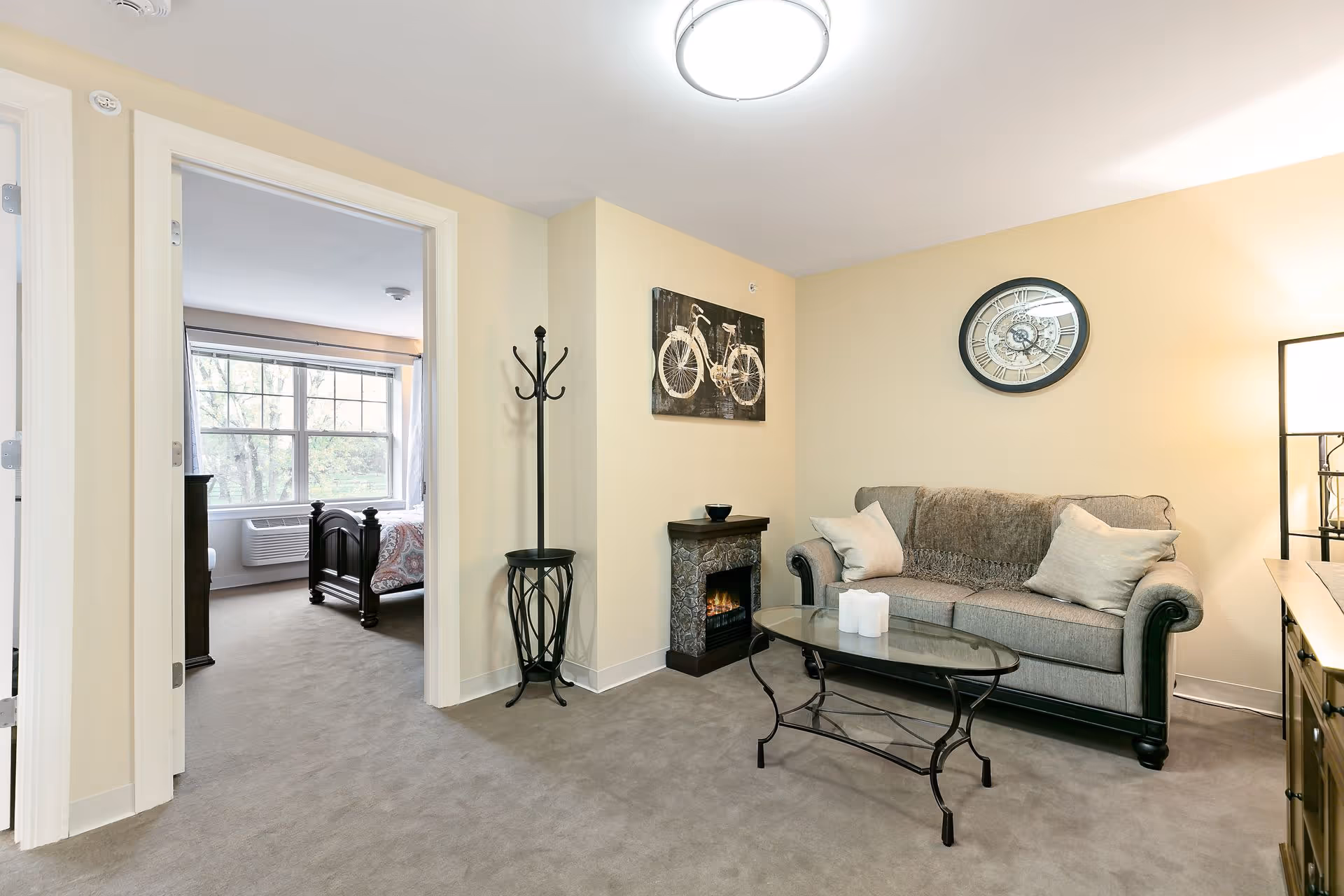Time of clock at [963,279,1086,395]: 5:21
